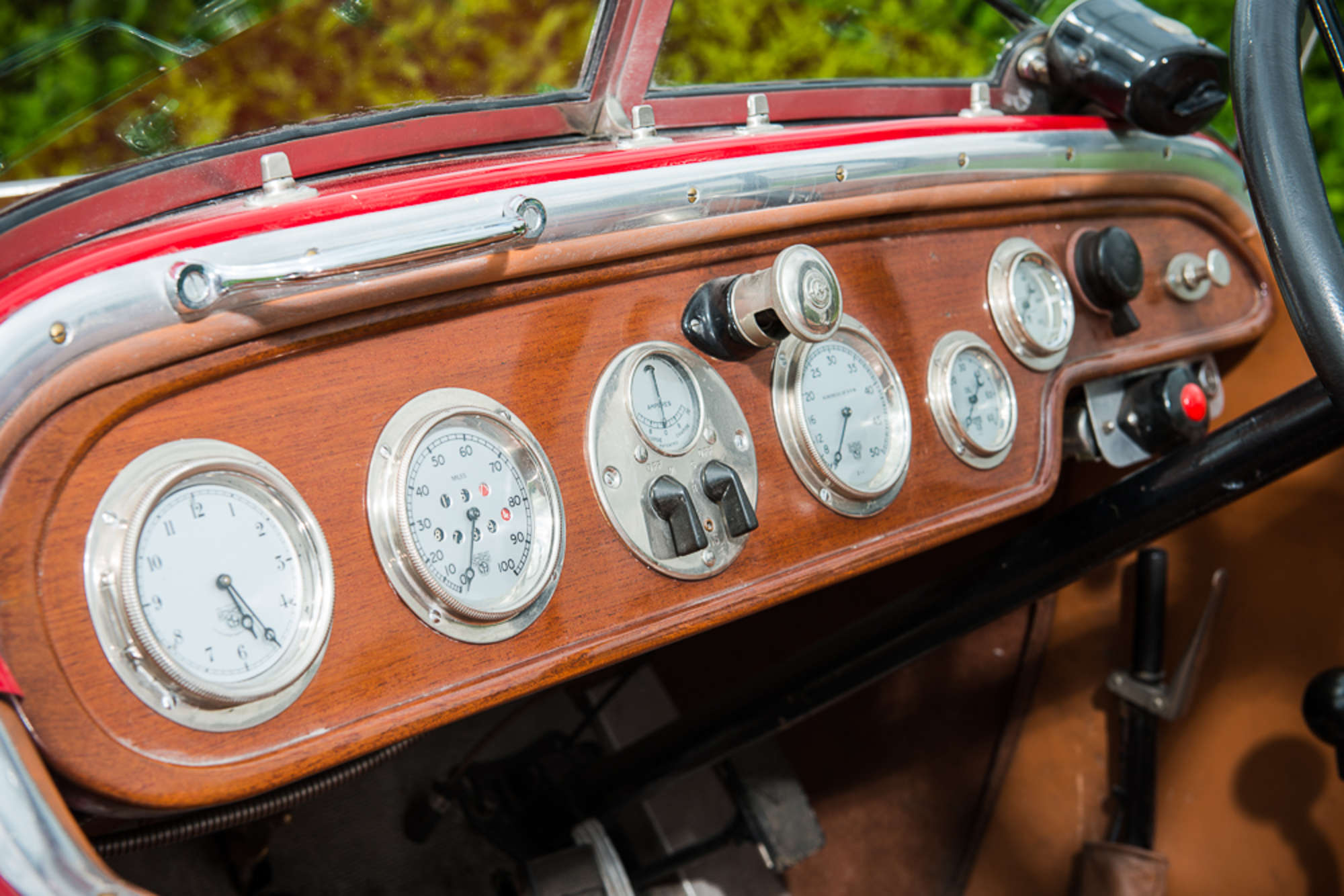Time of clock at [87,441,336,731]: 5:25
